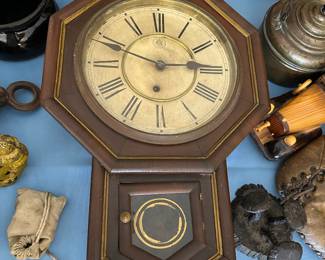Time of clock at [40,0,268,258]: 2:48
